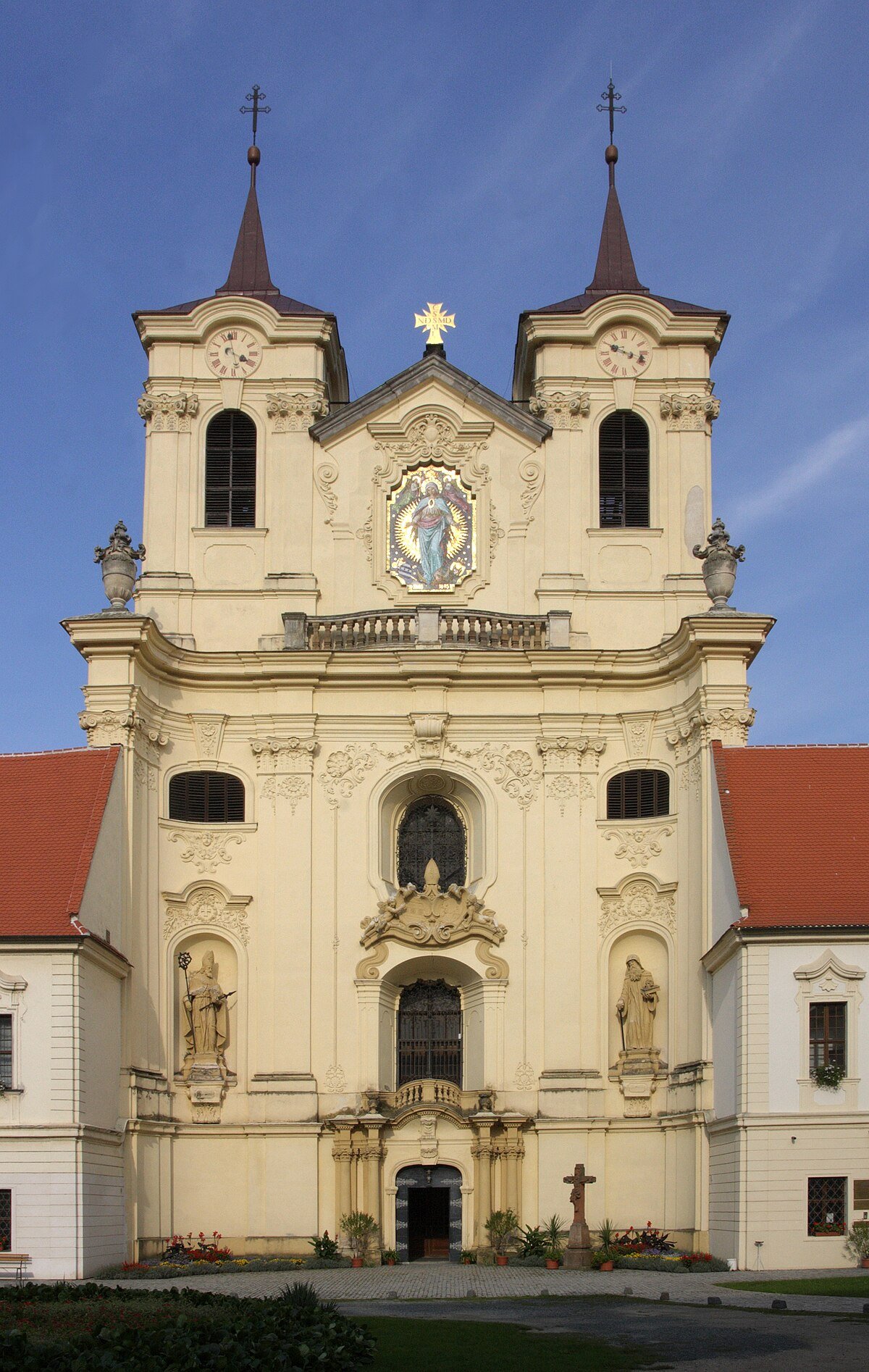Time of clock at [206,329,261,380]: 3:58
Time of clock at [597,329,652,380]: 3:48
